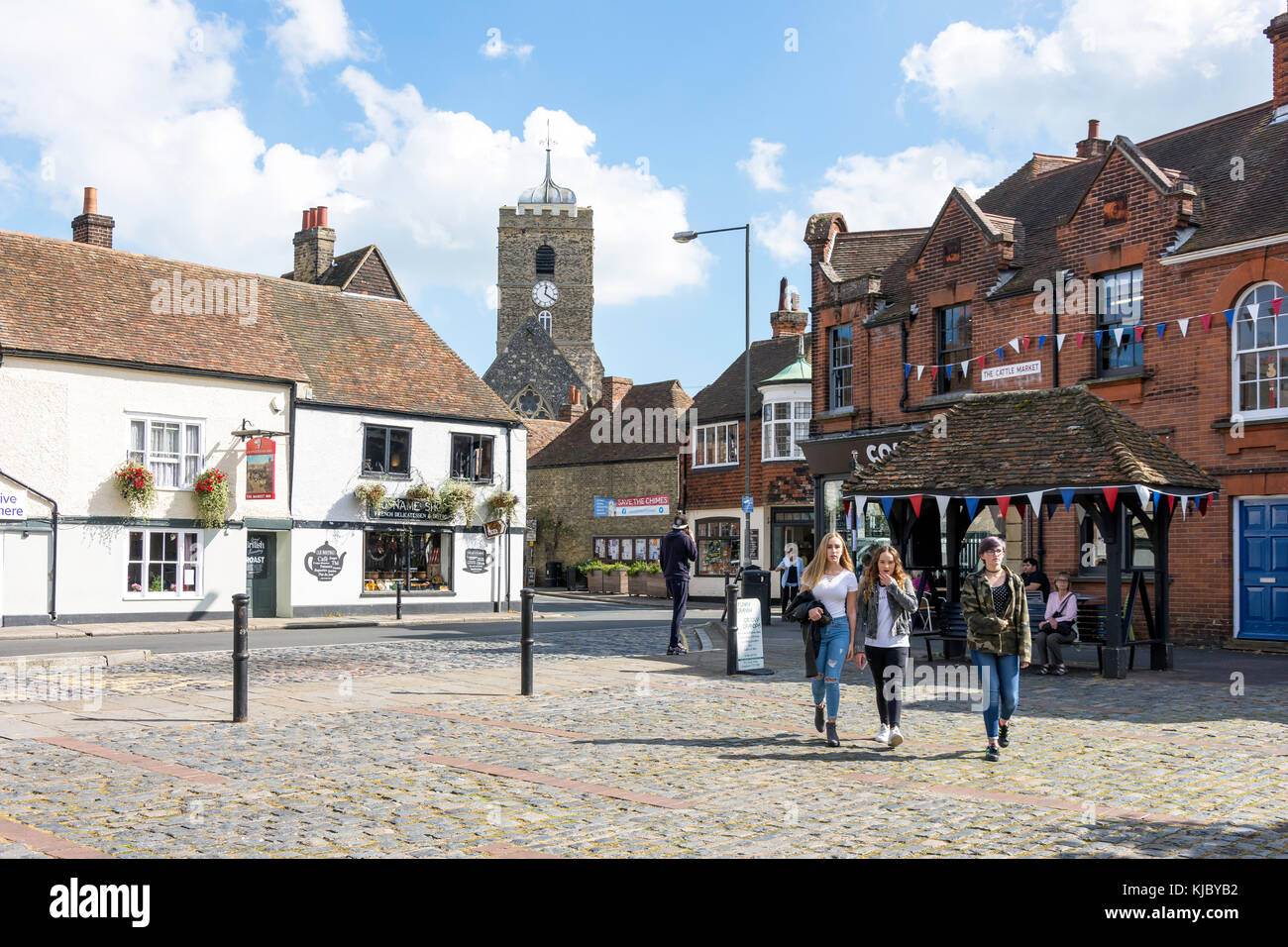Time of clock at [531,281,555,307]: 12:20
